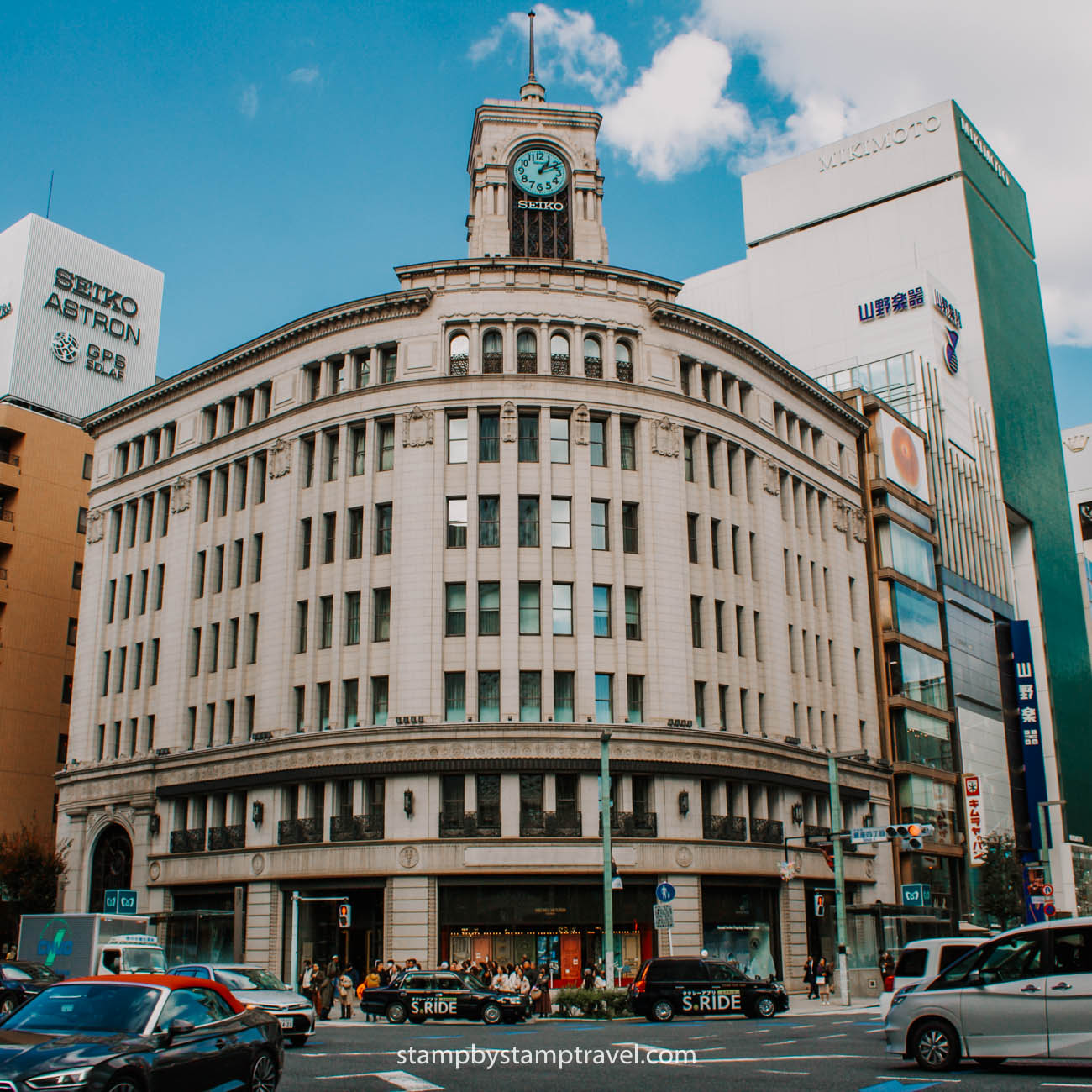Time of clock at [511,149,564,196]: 1:10
